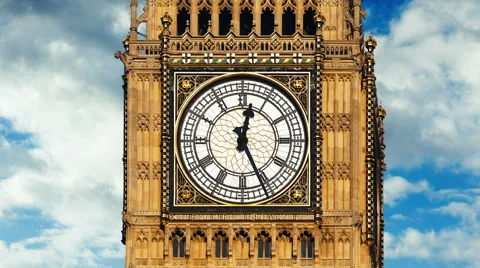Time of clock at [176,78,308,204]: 12:25
